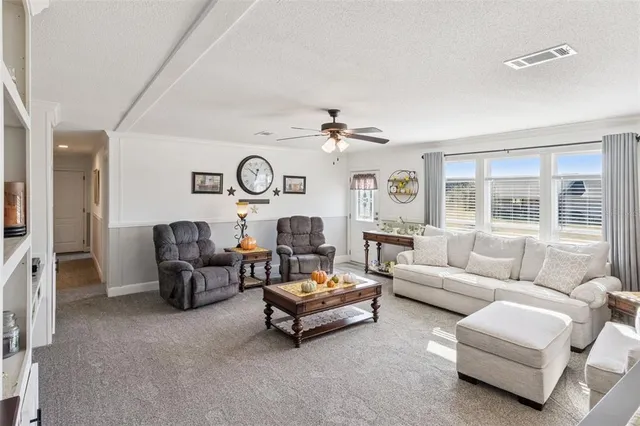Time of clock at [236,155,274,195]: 12:51
